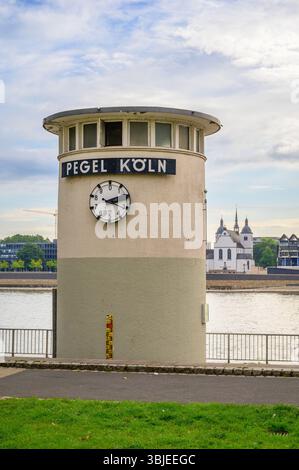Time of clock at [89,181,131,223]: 2:18
